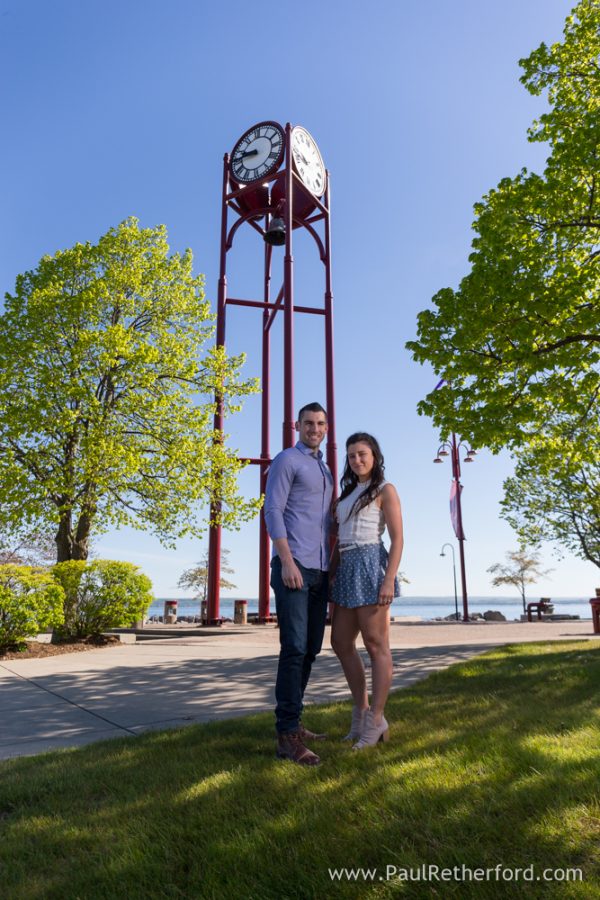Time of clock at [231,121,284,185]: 9:45
